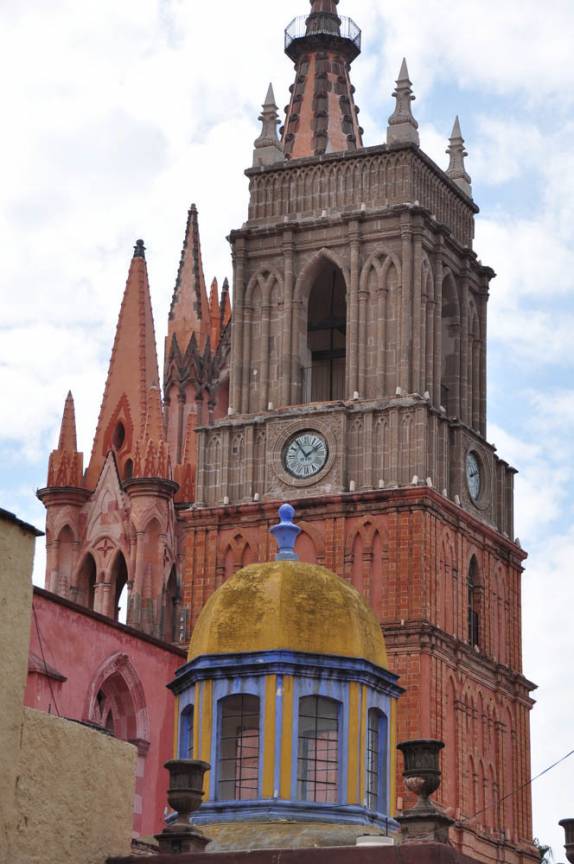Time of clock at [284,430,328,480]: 1:54
